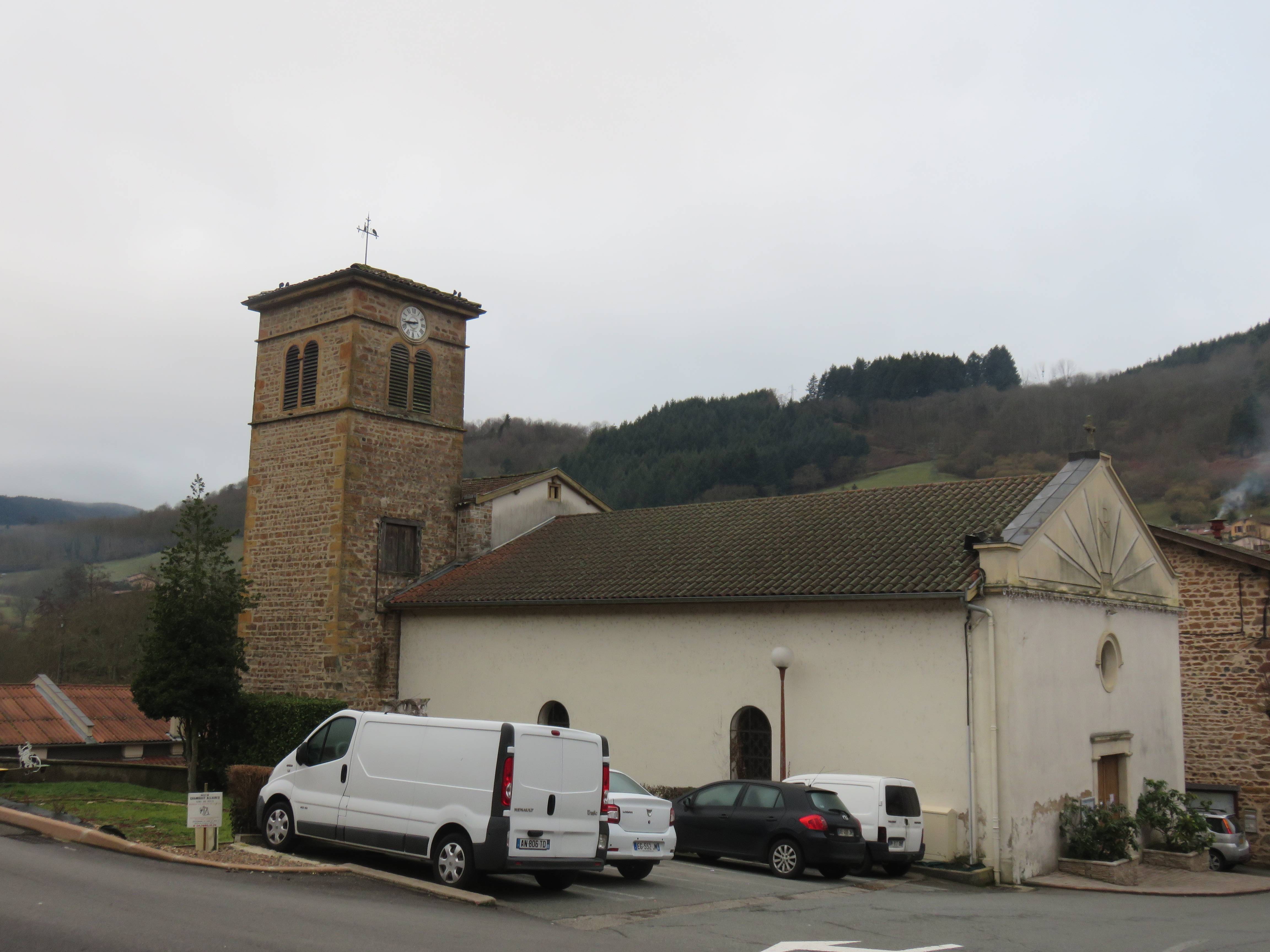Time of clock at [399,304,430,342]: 8:43
